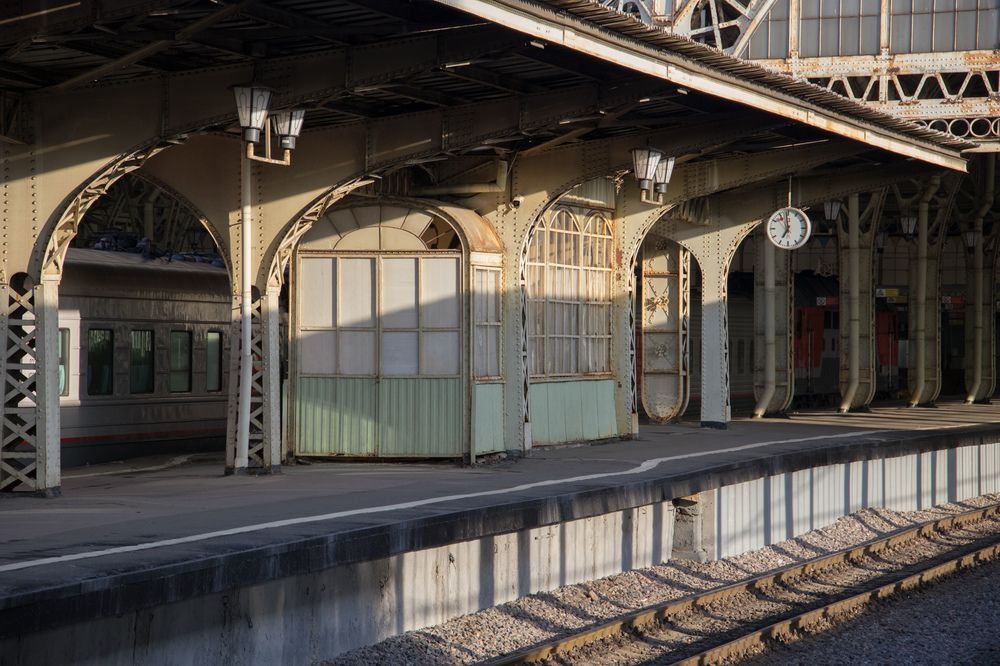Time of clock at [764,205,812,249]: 6:58
